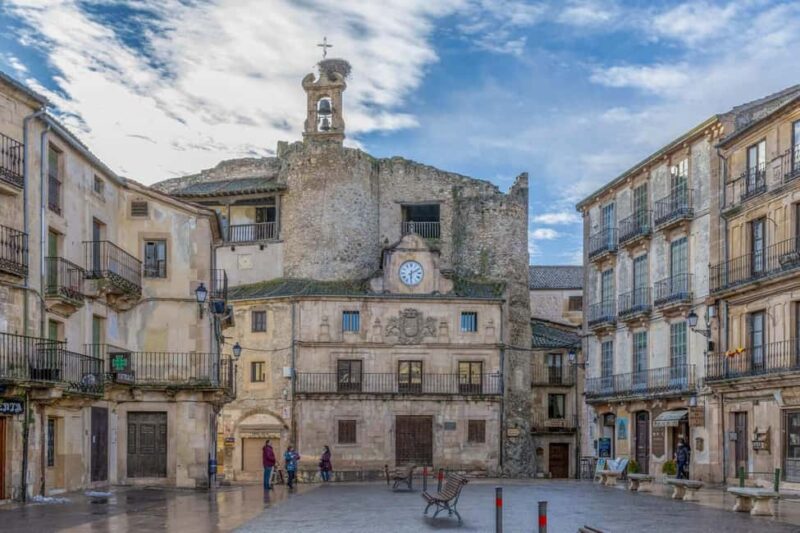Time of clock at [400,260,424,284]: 6:10
